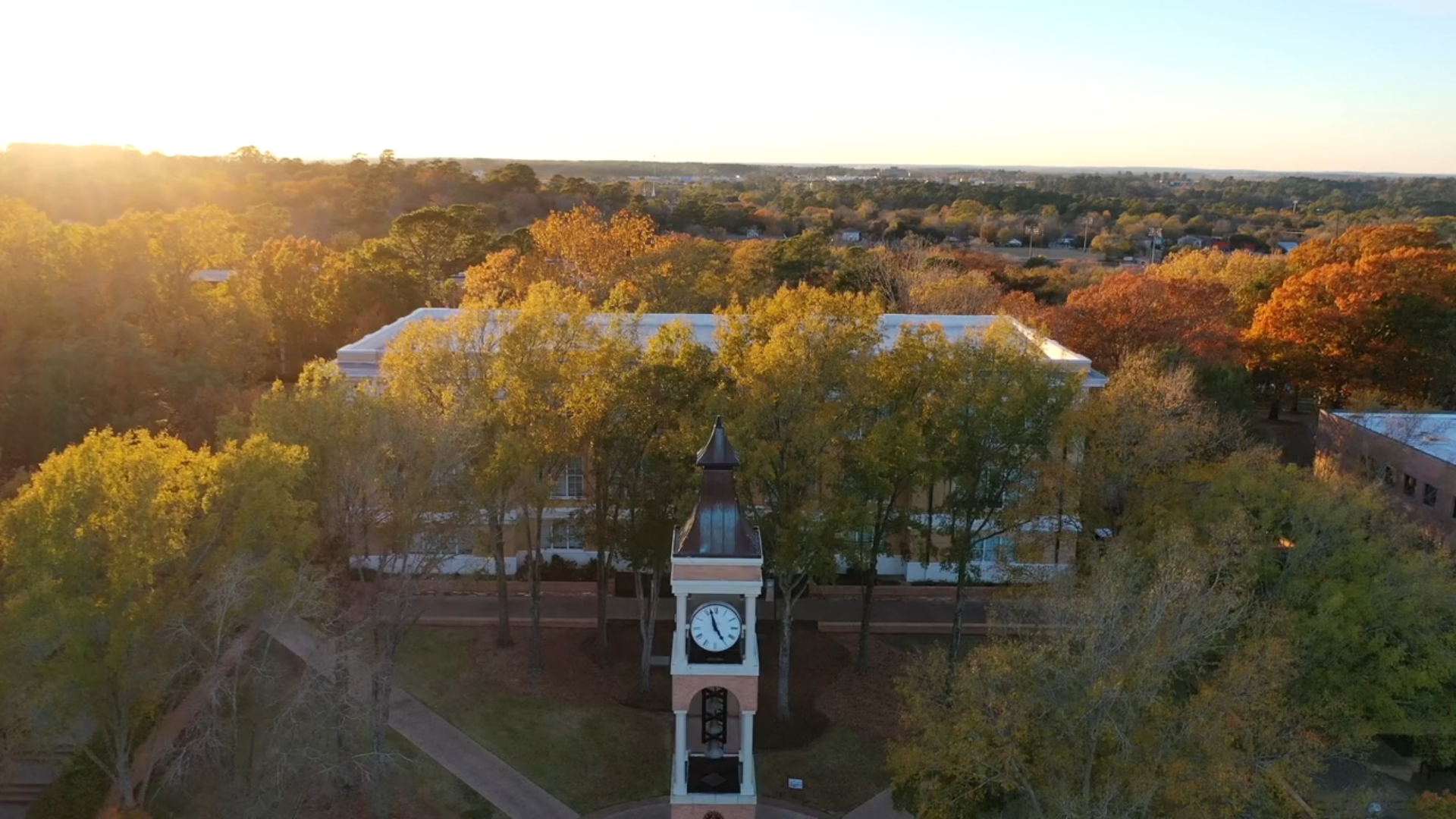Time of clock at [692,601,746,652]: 4:57
